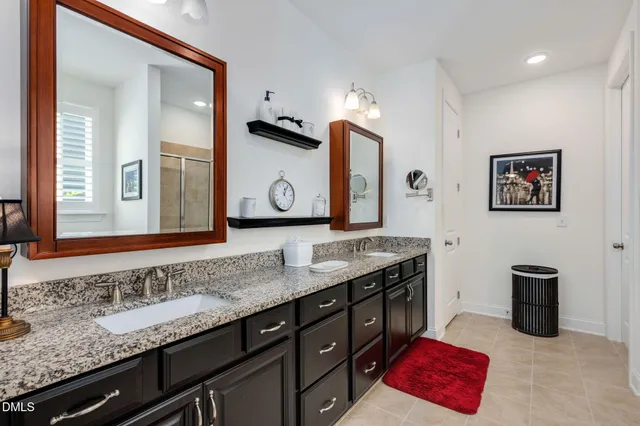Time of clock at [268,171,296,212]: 12:05
